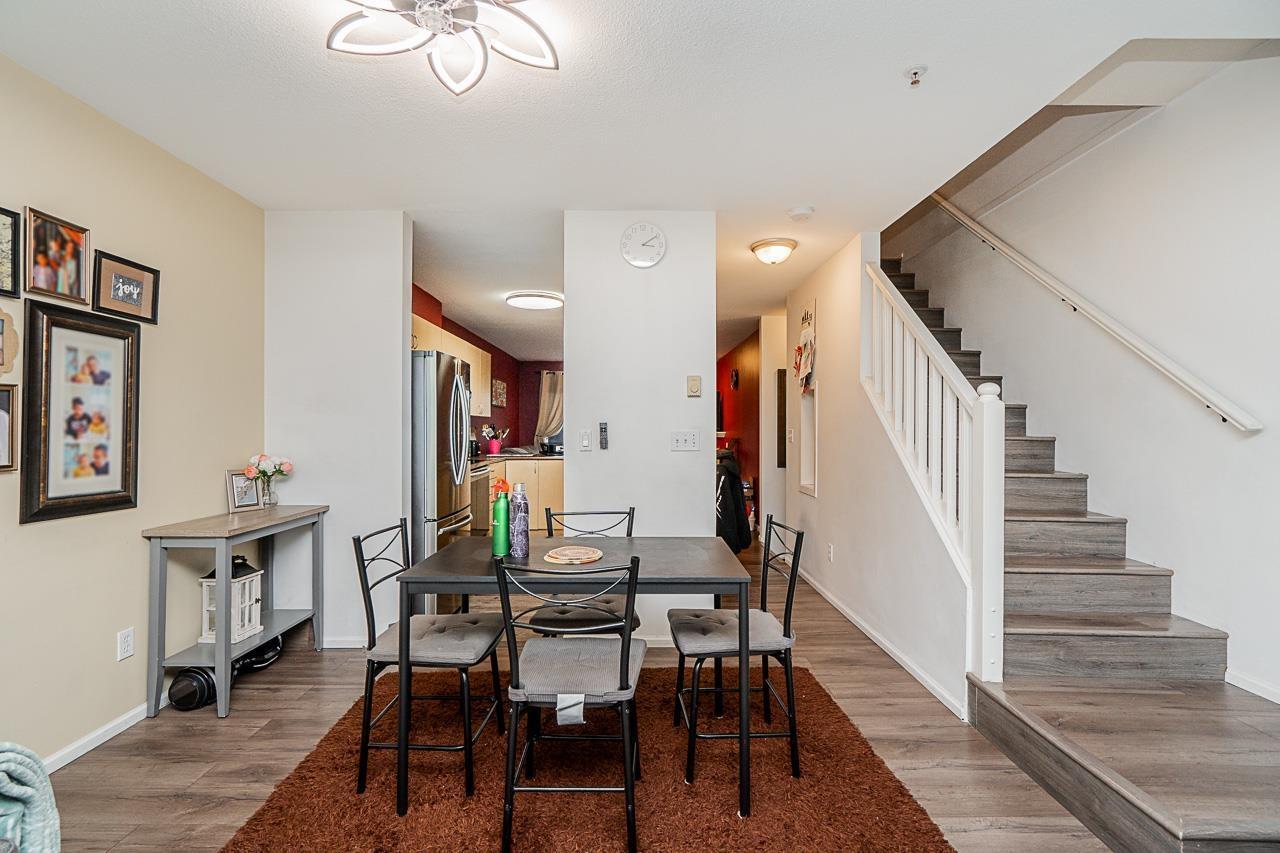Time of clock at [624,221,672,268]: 3:09
